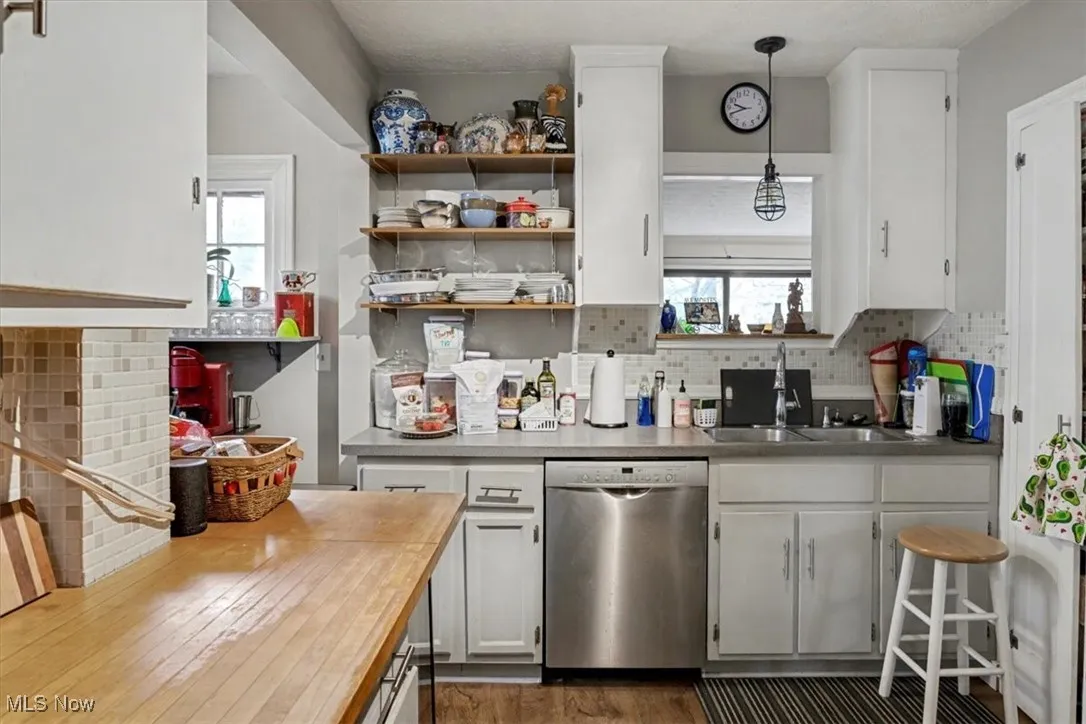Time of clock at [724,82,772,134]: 9:41
